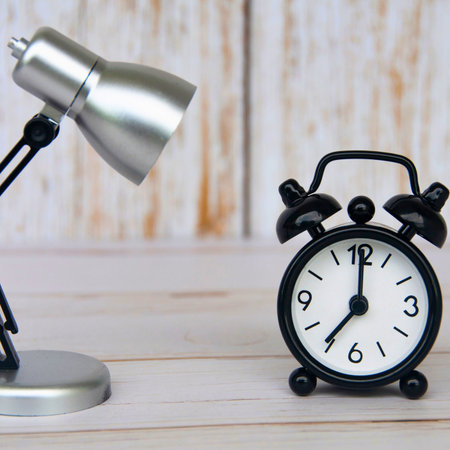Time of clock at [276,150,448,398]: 7:00
